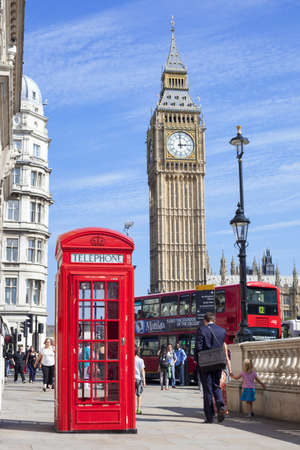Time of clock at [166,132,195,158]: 2:59
